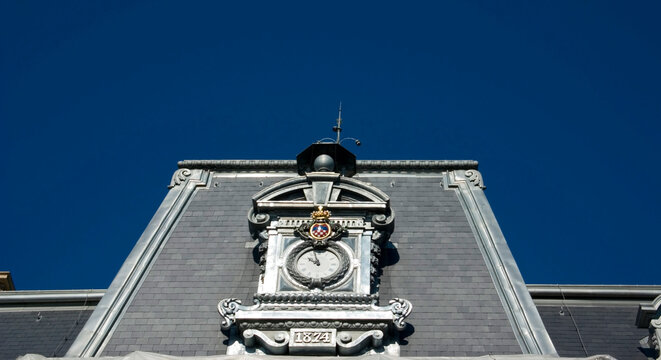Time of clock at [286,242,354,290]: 9:57
